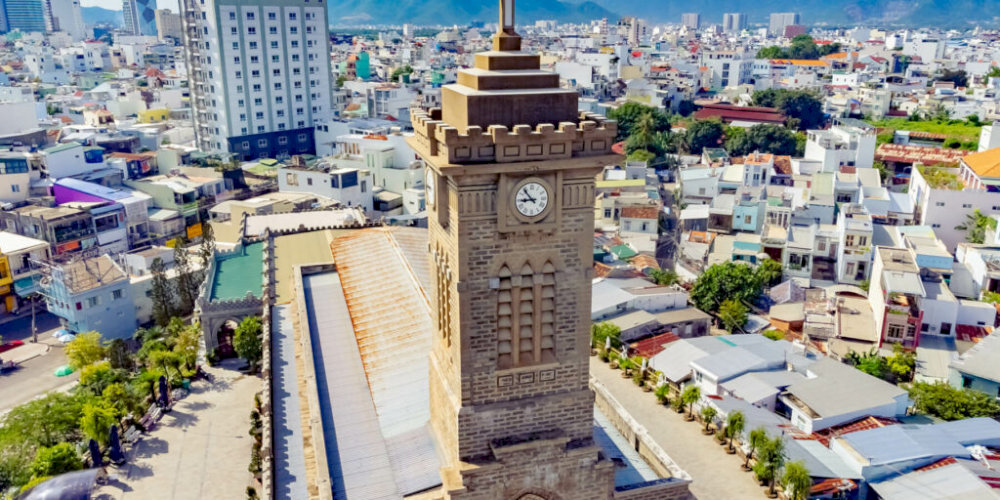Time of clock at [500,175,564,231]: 8:53
